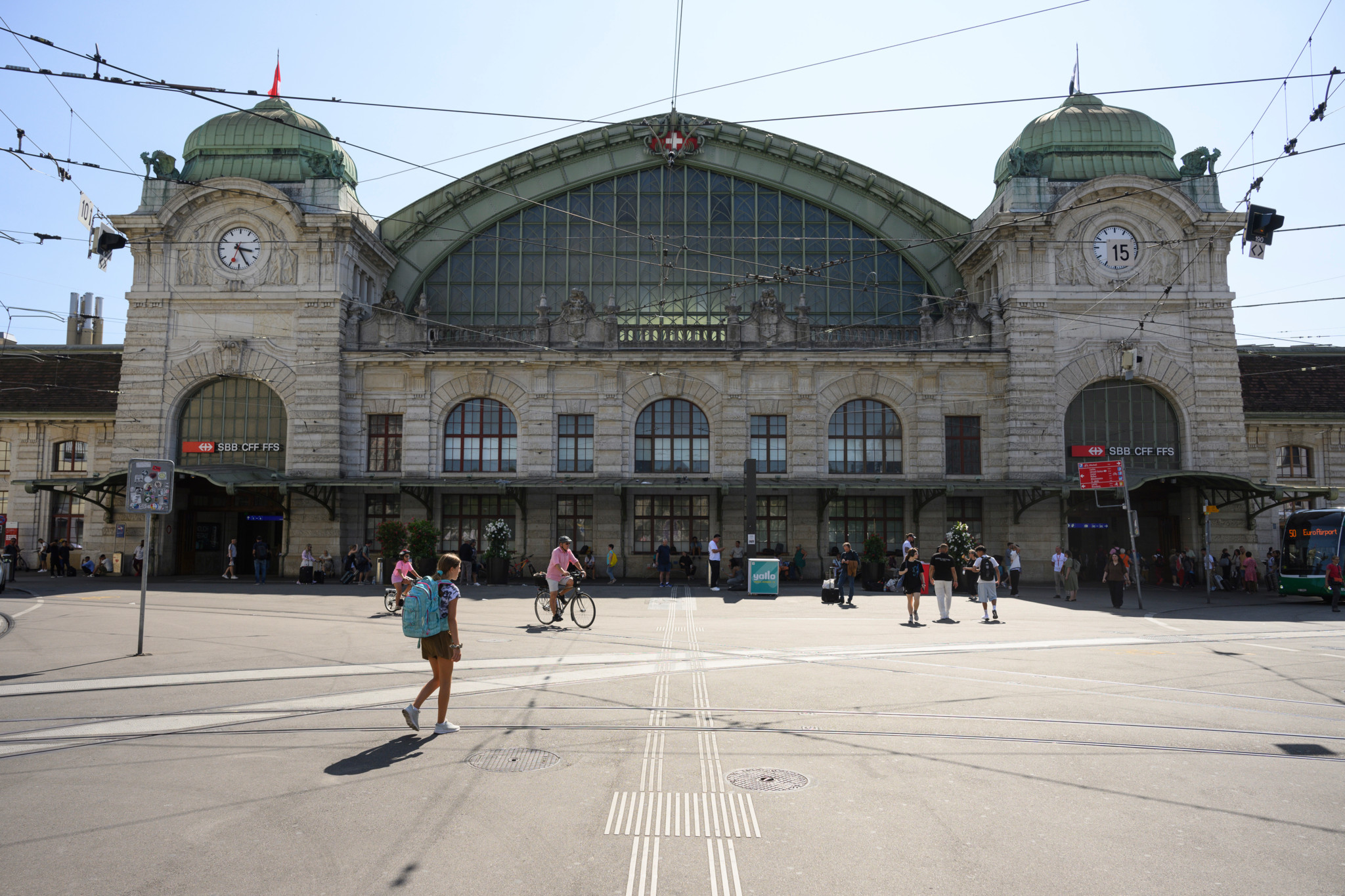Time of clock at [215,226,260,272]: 3:25
